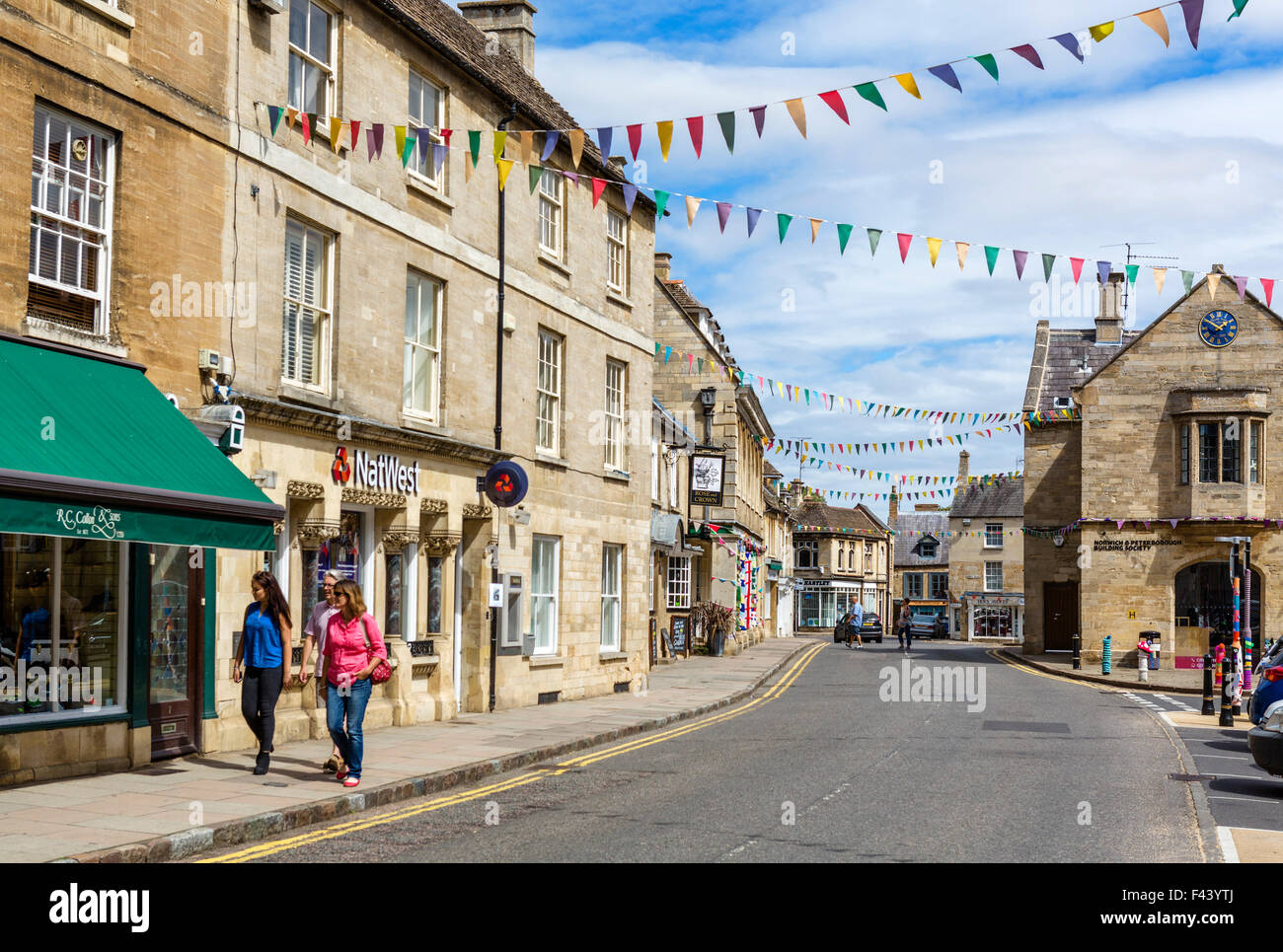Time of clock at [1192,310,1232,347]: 1:50
